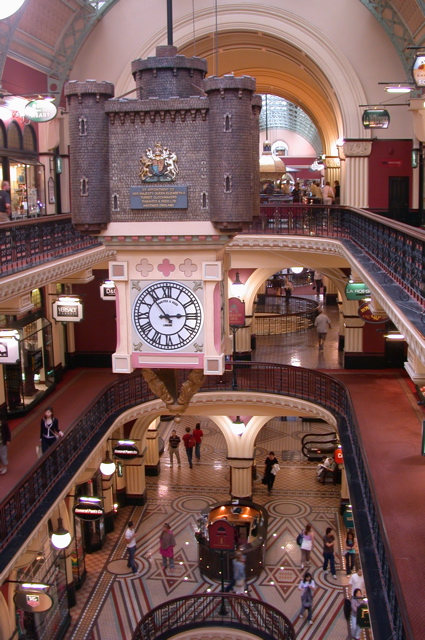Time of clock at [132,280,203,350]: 2:53
